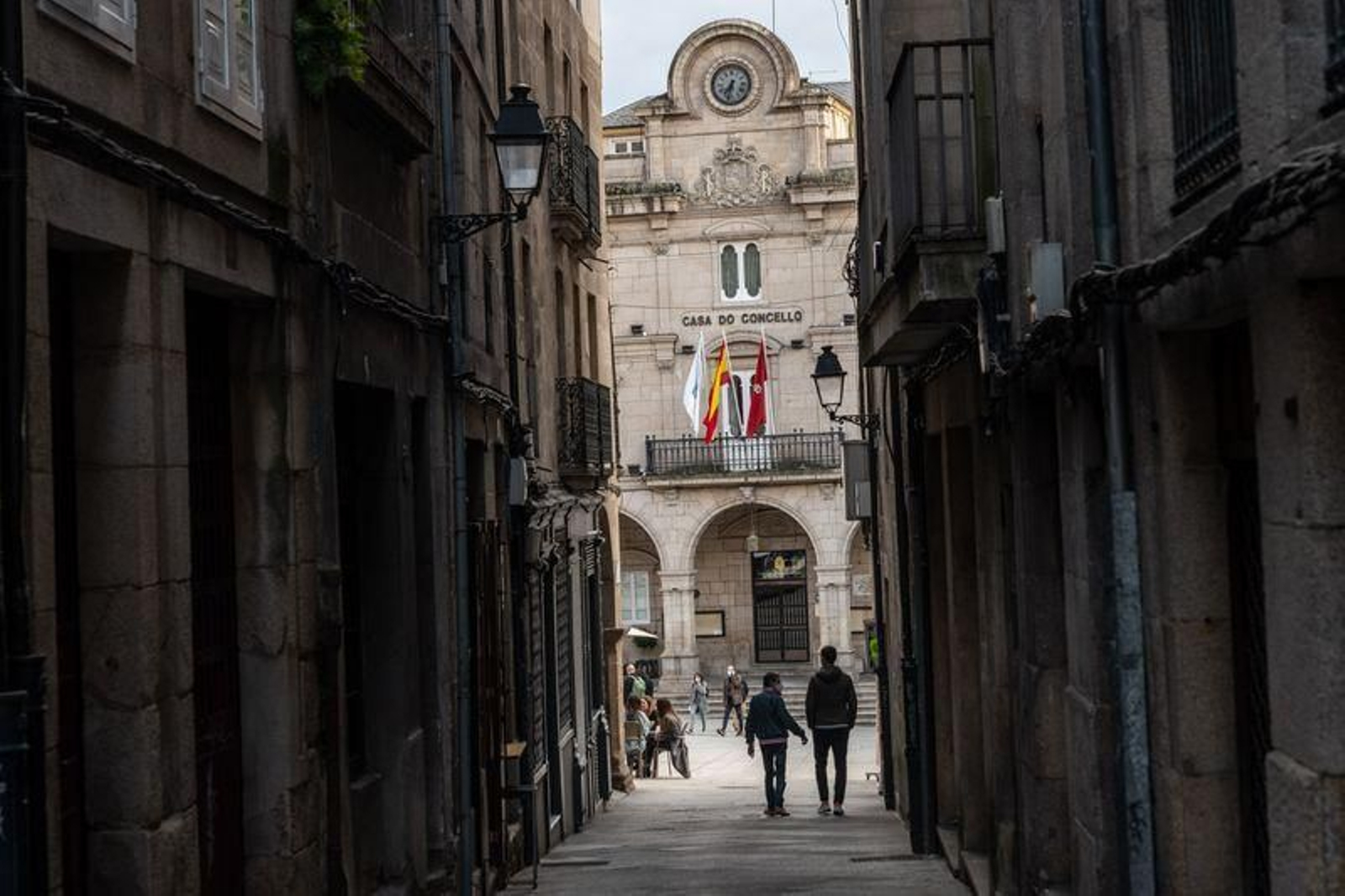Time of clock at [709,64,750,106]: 7:32
